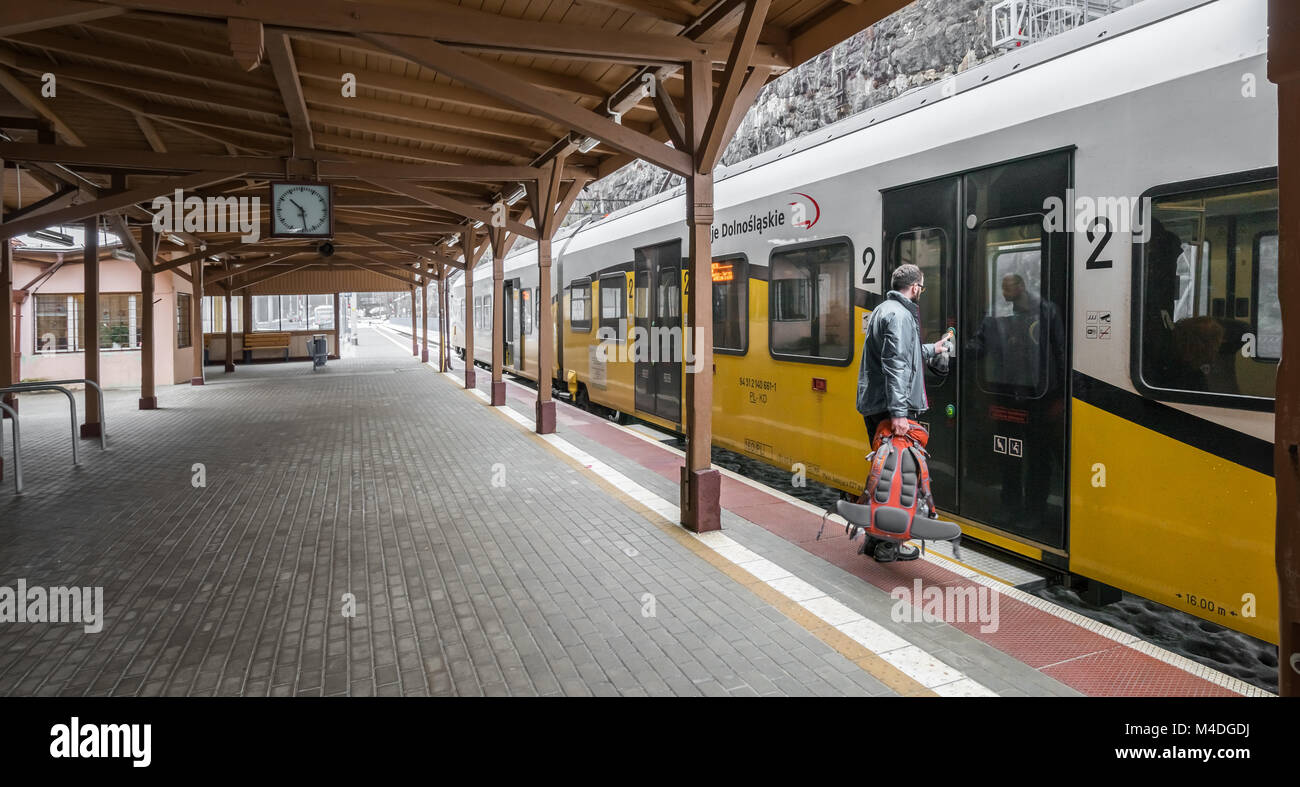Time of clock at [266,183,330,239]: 10:28
